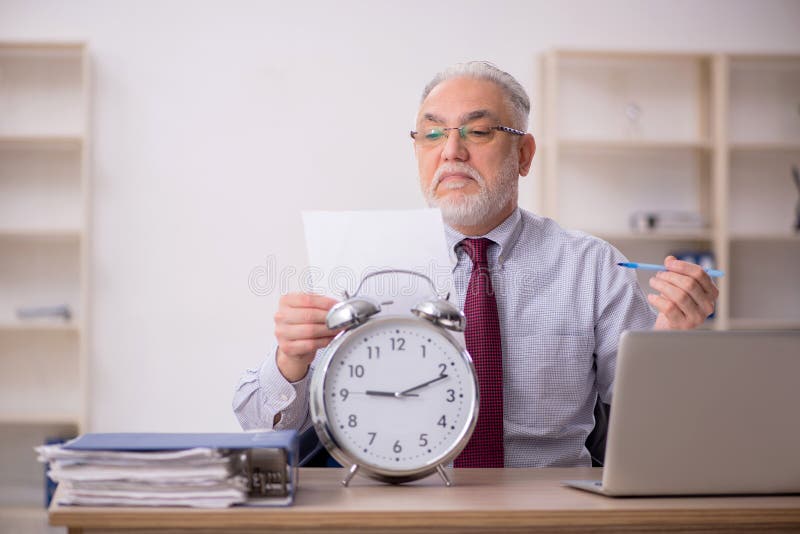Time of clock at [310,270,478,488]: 9:11
